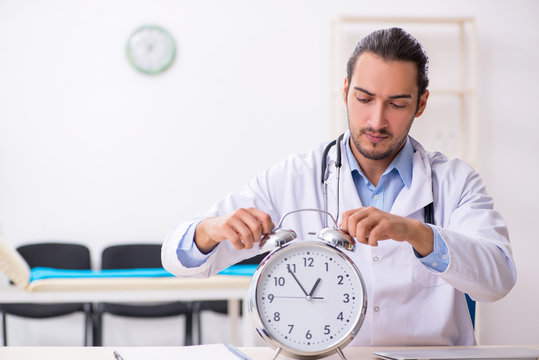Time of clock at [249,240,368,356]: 12:54
